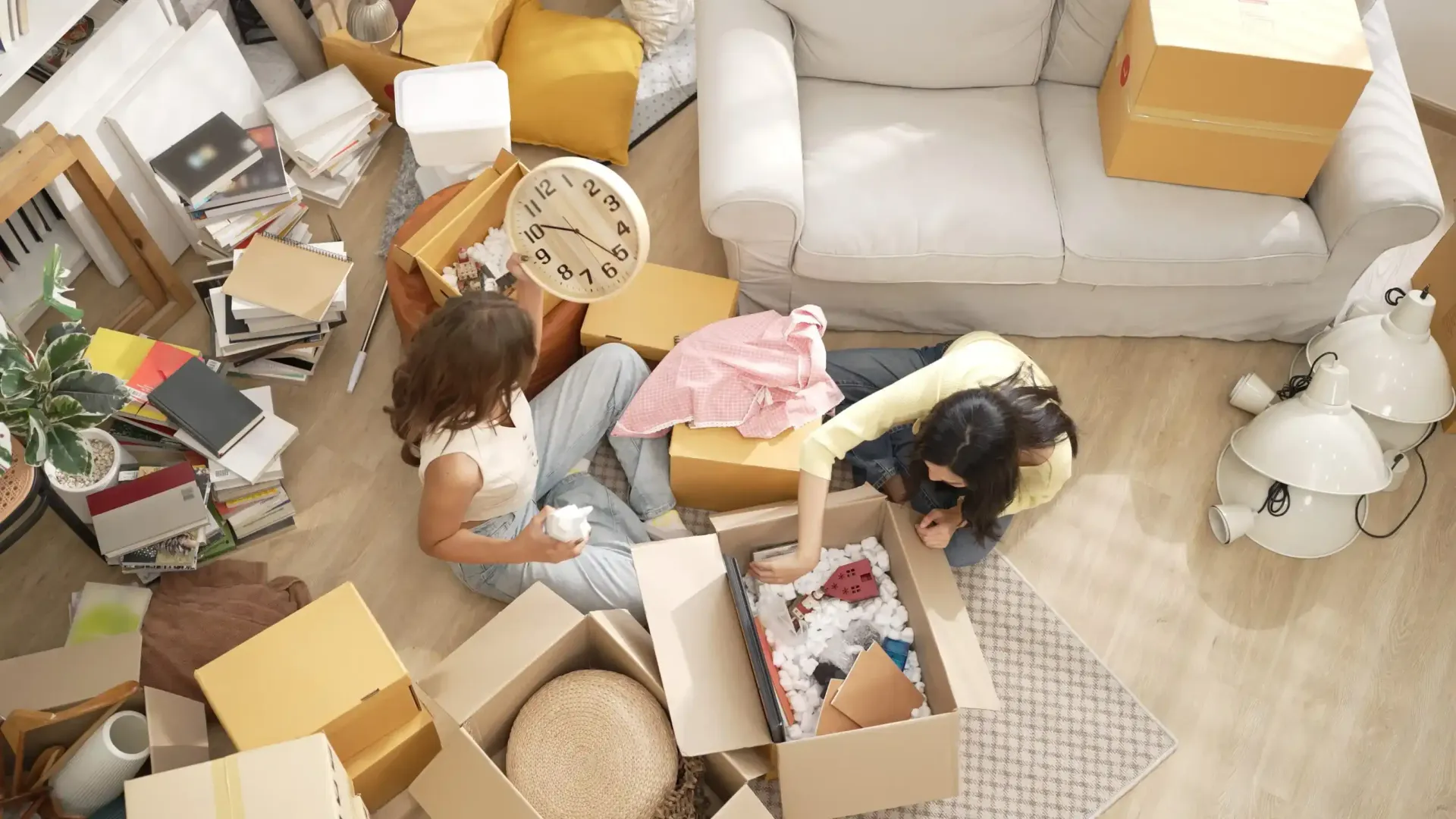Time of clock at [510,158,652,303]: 9:21
